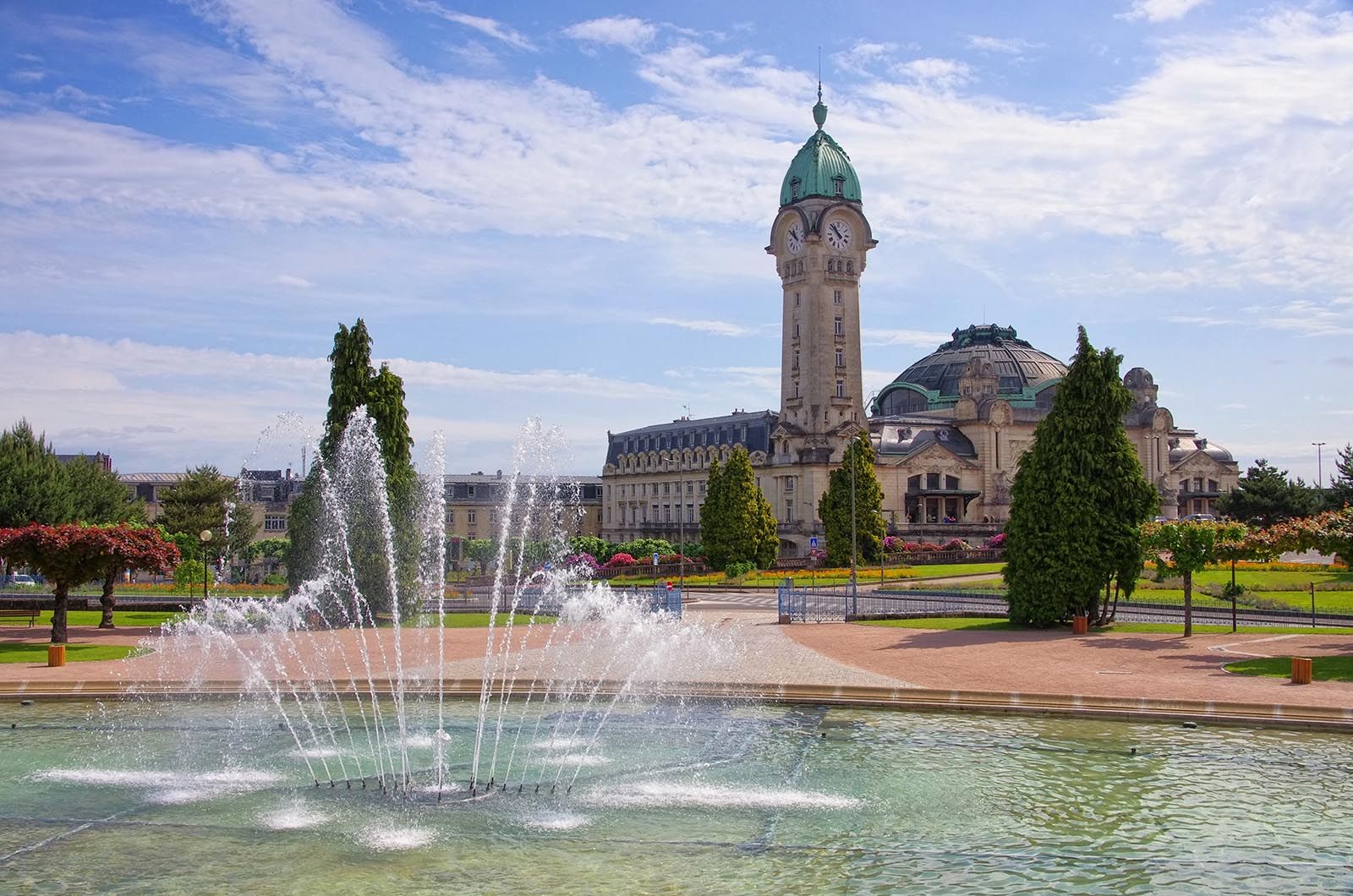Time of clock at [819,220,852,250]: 10:52
